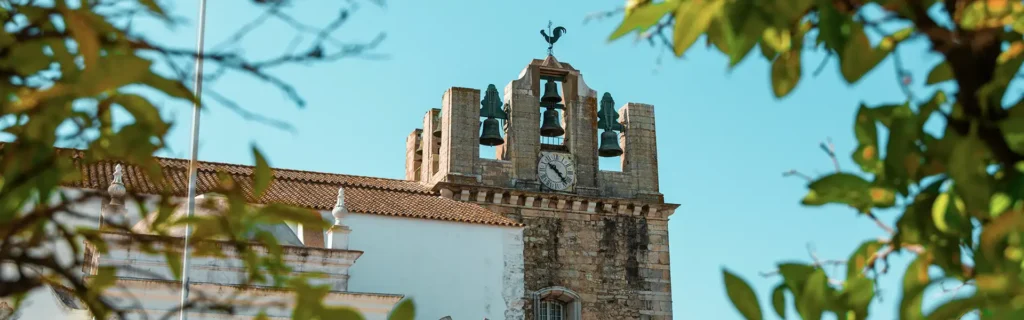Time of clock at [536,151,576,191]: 10:23
